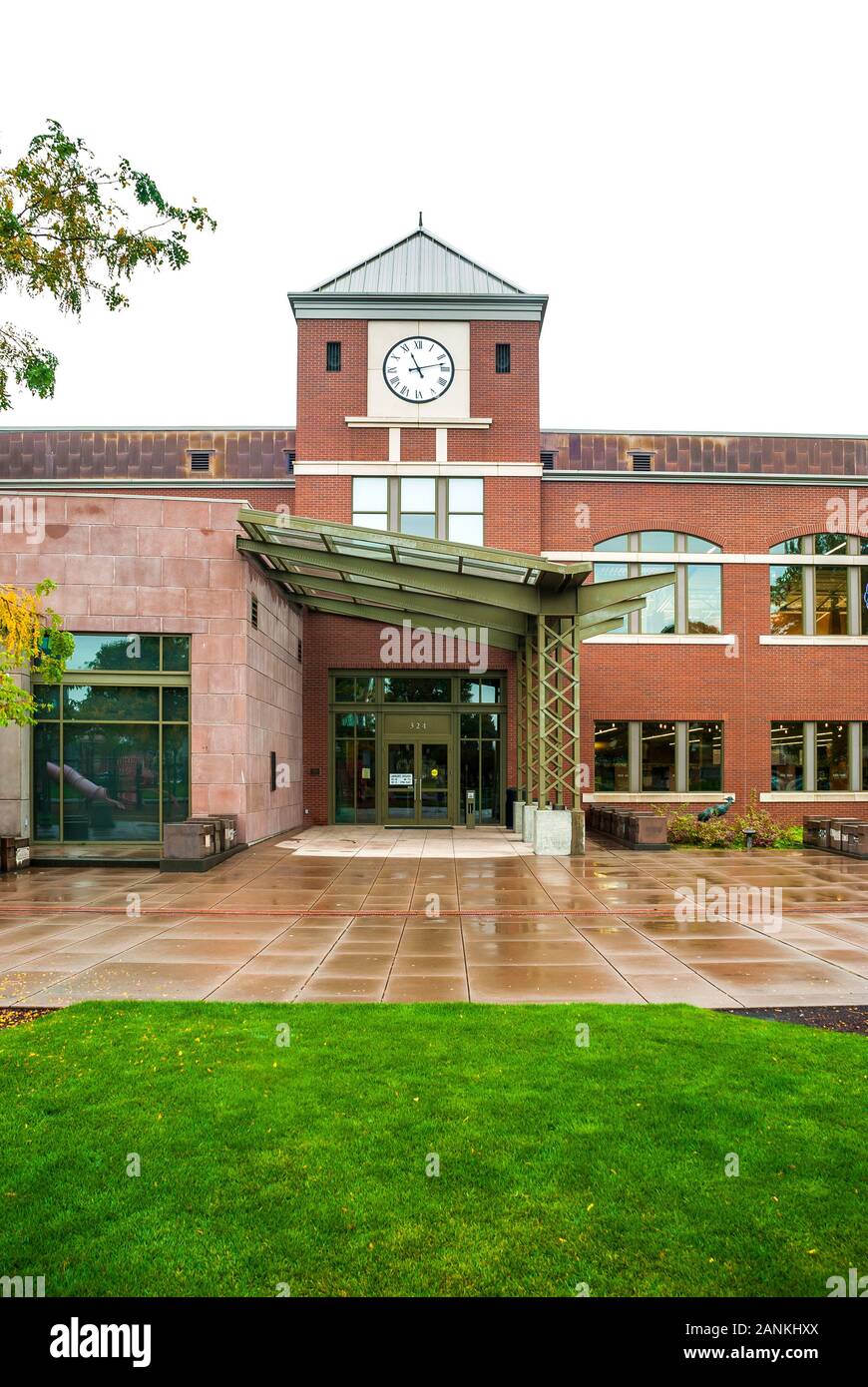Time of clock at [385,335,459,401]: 11:12
